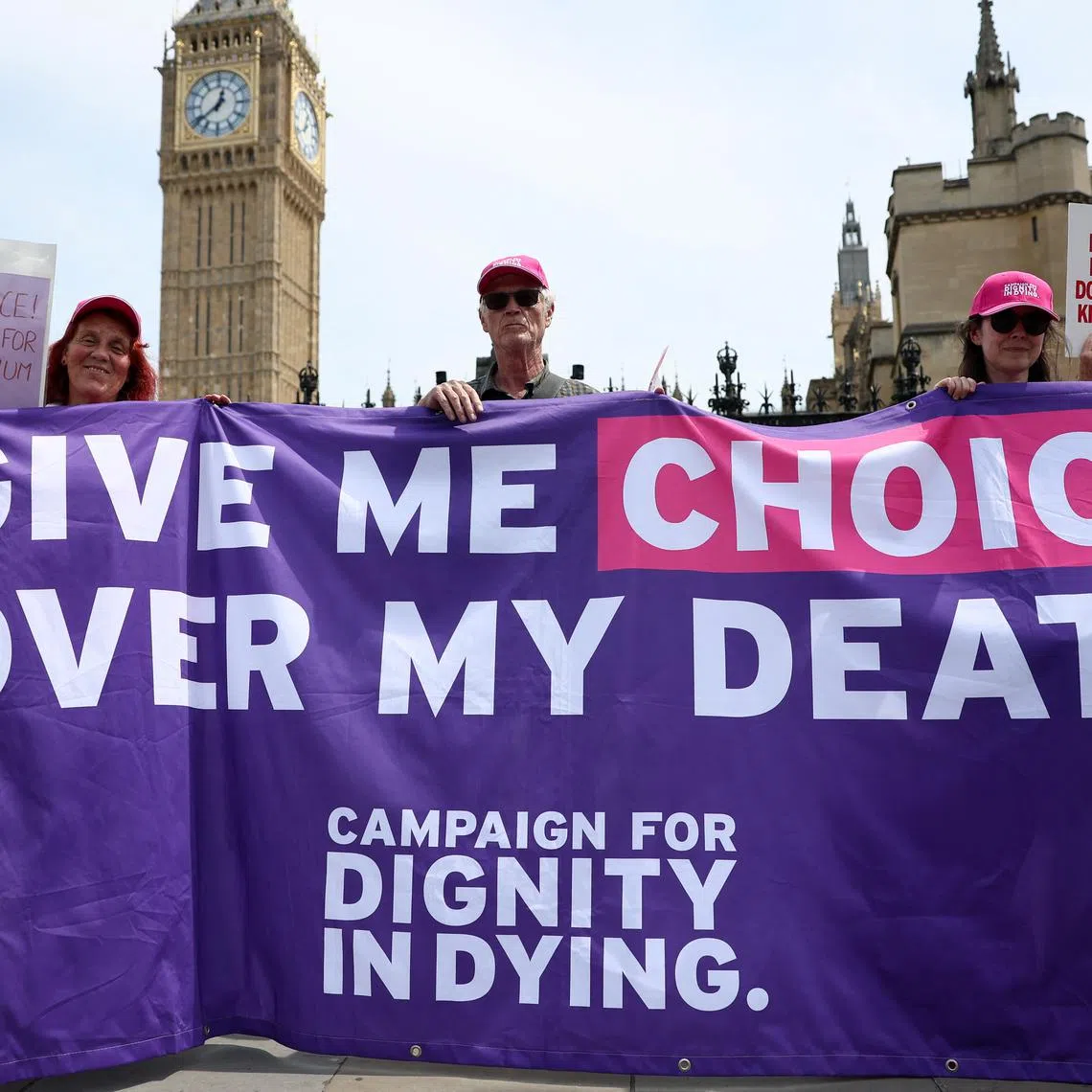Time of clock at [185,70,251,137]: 12:38
